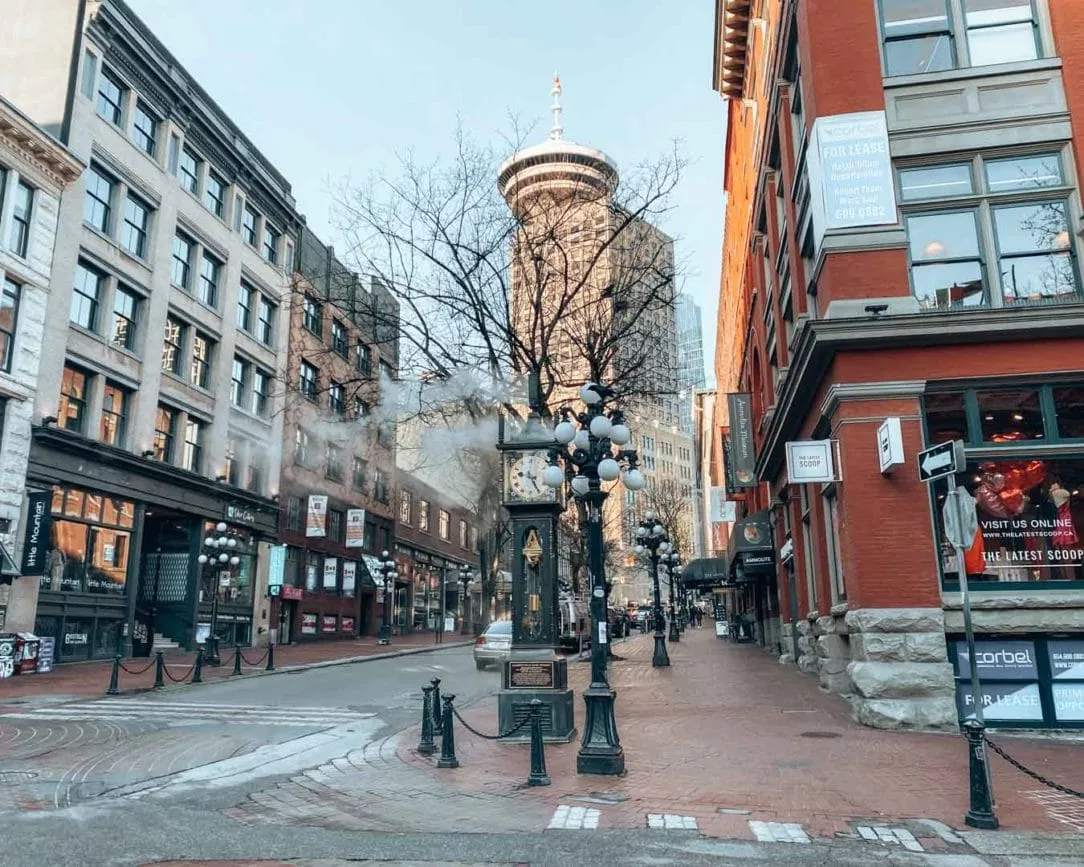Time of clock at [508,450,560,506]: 9:25
